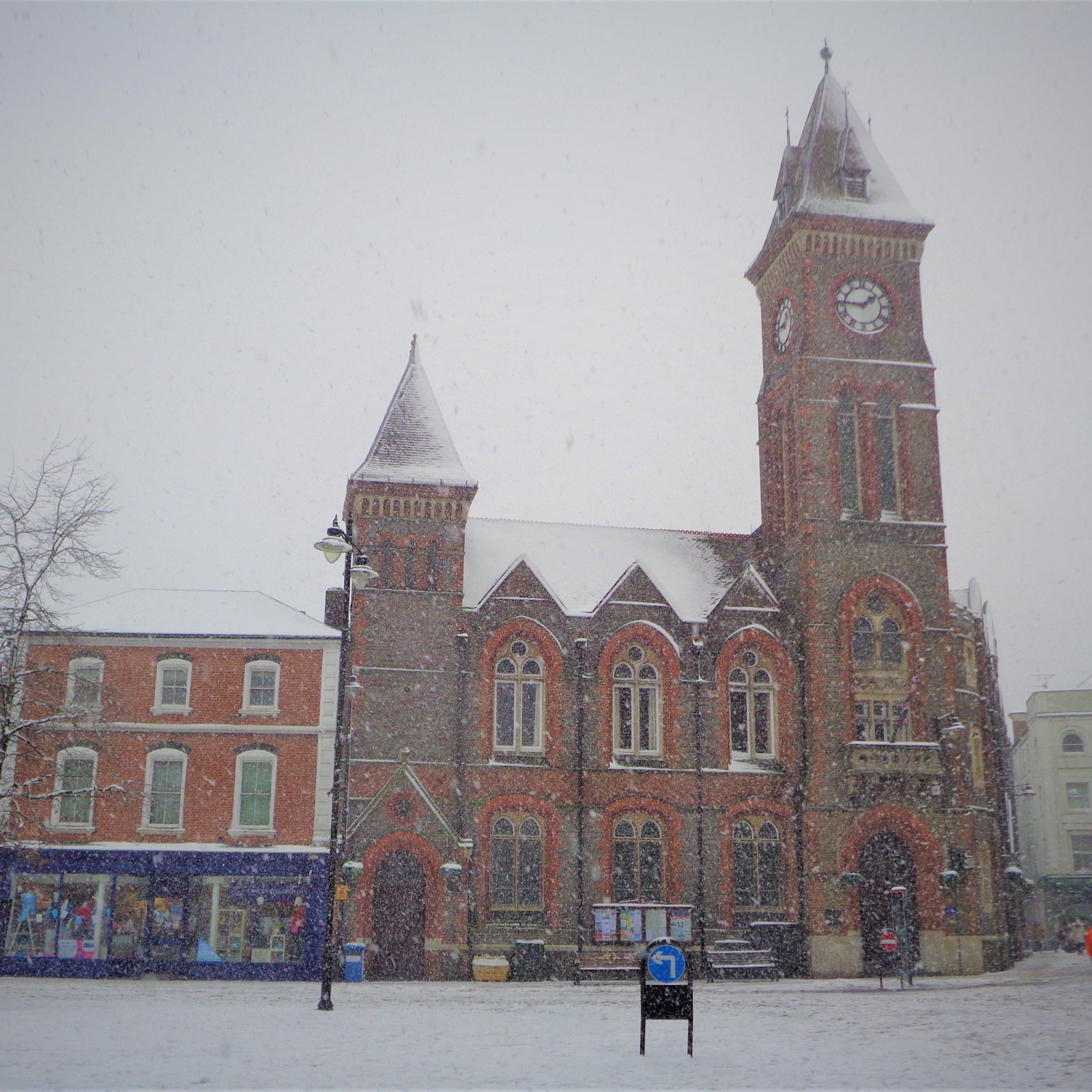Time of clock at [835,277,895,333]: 1:46
